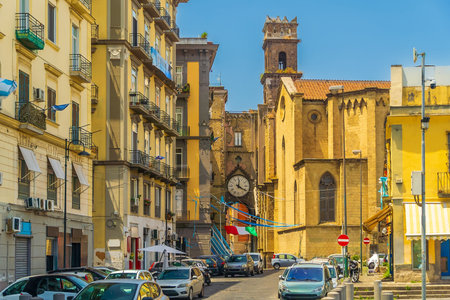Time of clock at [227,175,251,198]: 12:20
